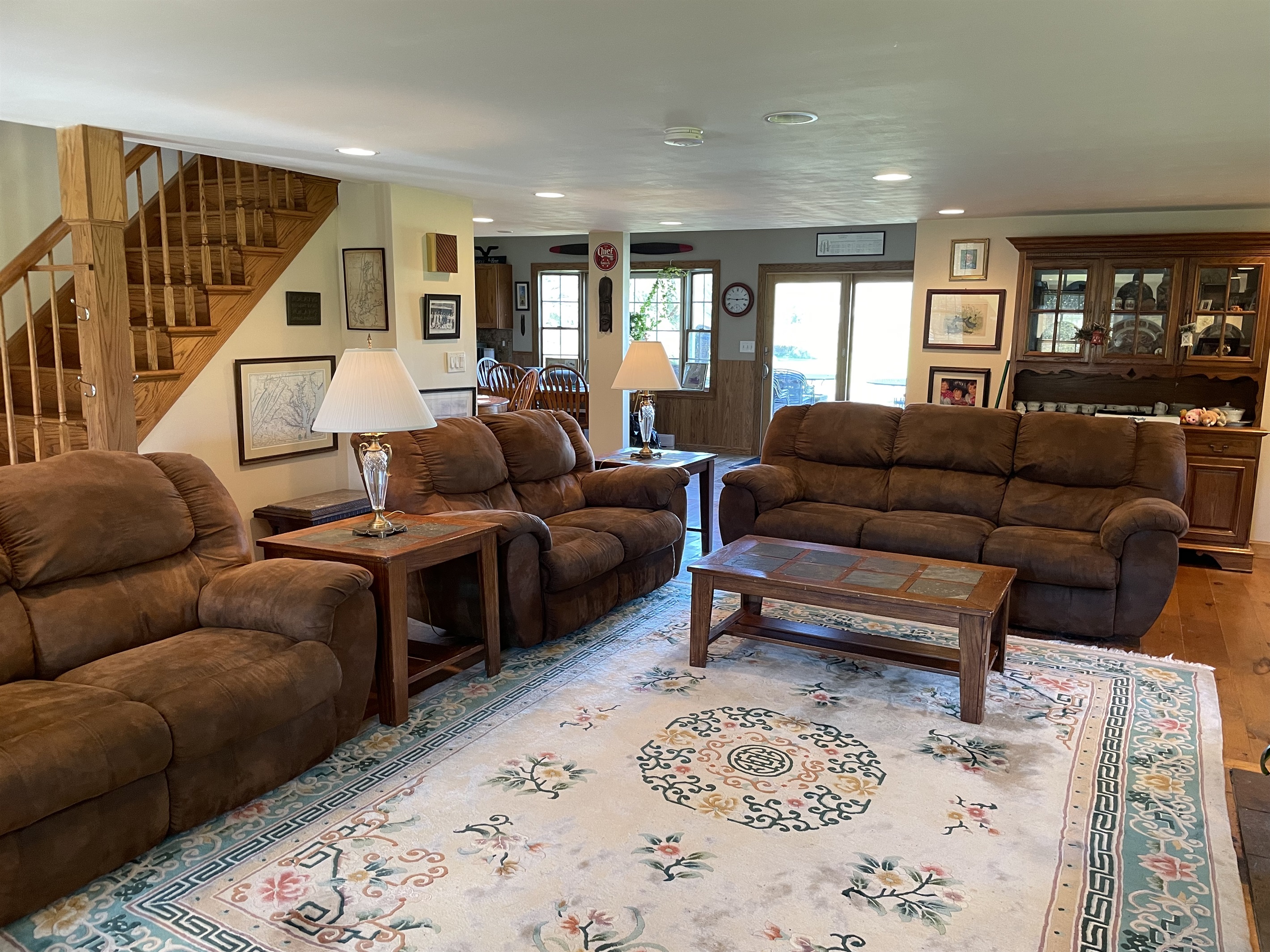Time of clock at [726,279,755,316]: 2:45
